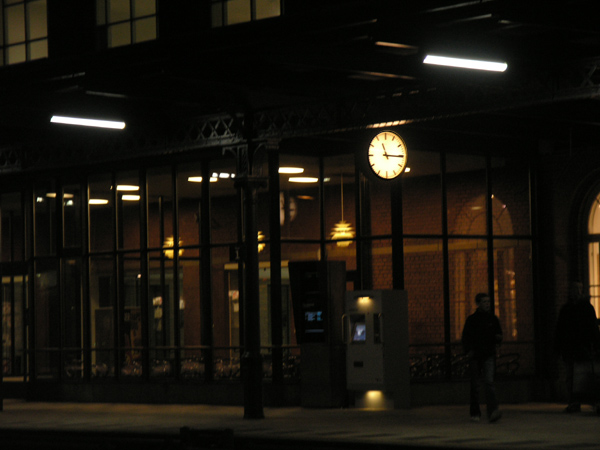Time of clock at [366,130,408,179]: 11:15
